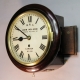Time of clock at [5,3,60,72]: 8:50
